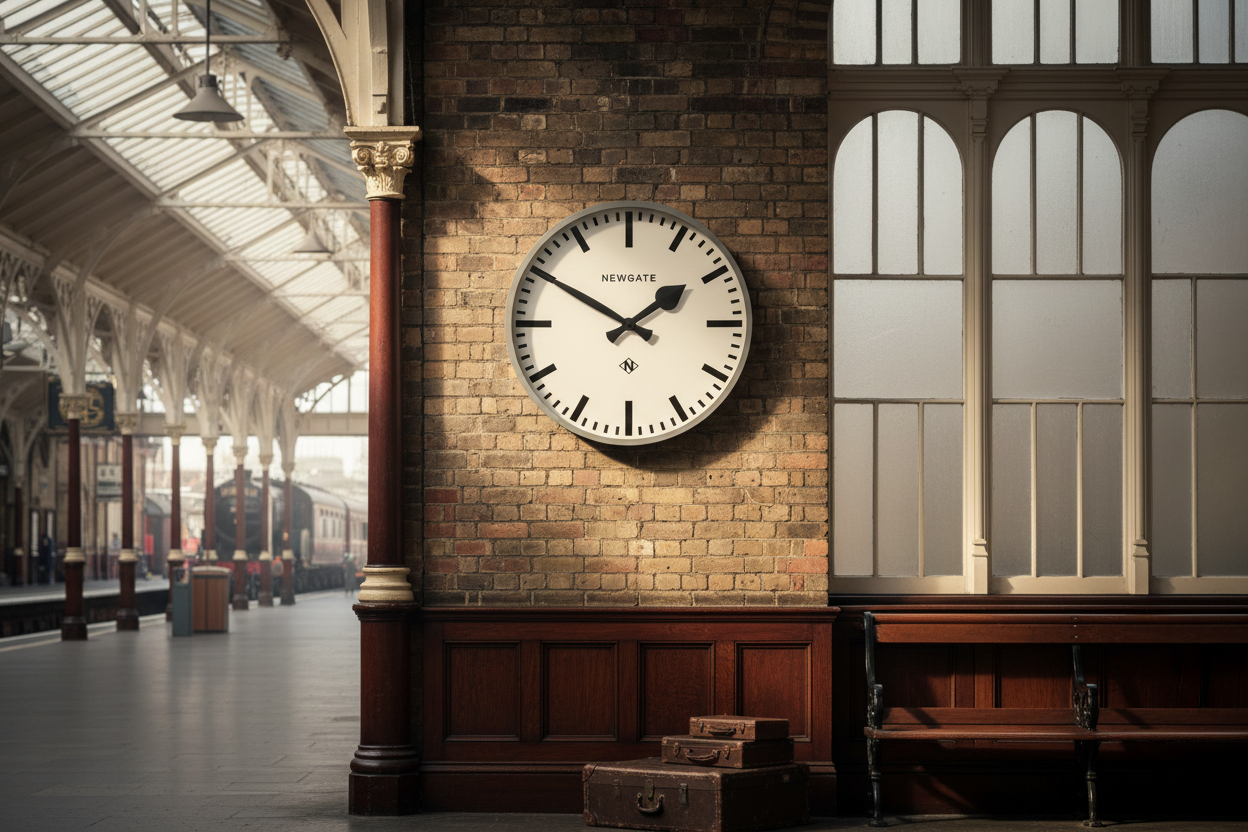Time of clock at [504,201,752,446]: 1:50
